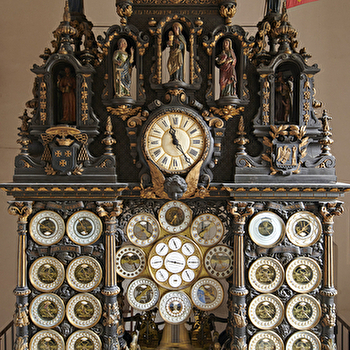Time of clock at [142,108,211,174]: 11:24
